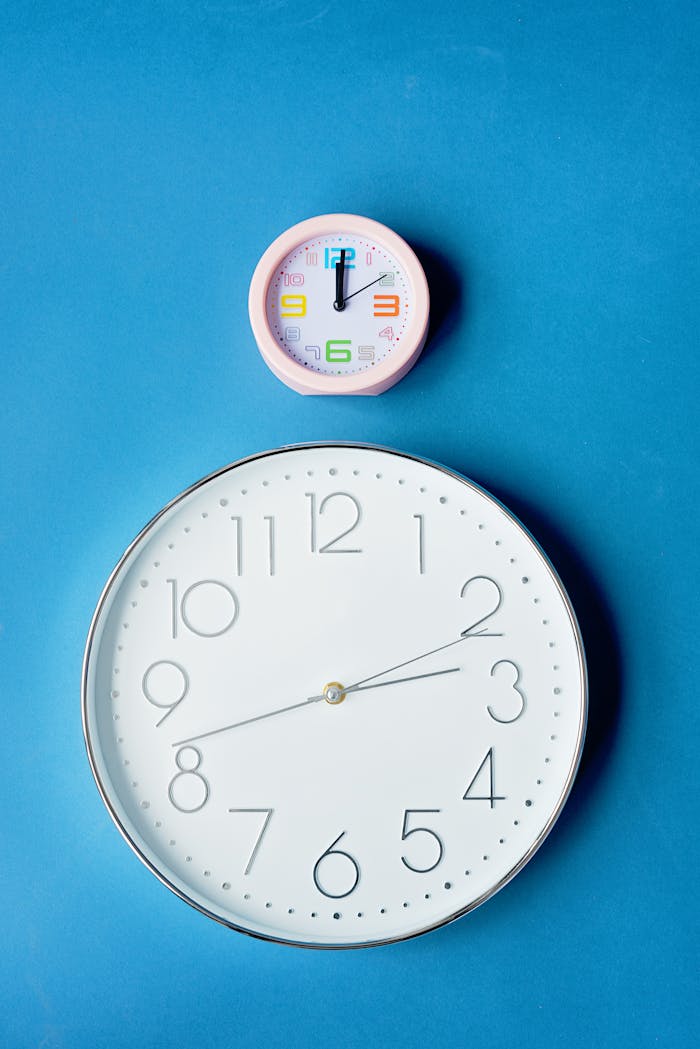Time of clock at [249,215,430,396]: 12:00
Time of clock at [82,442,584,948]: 2:42
